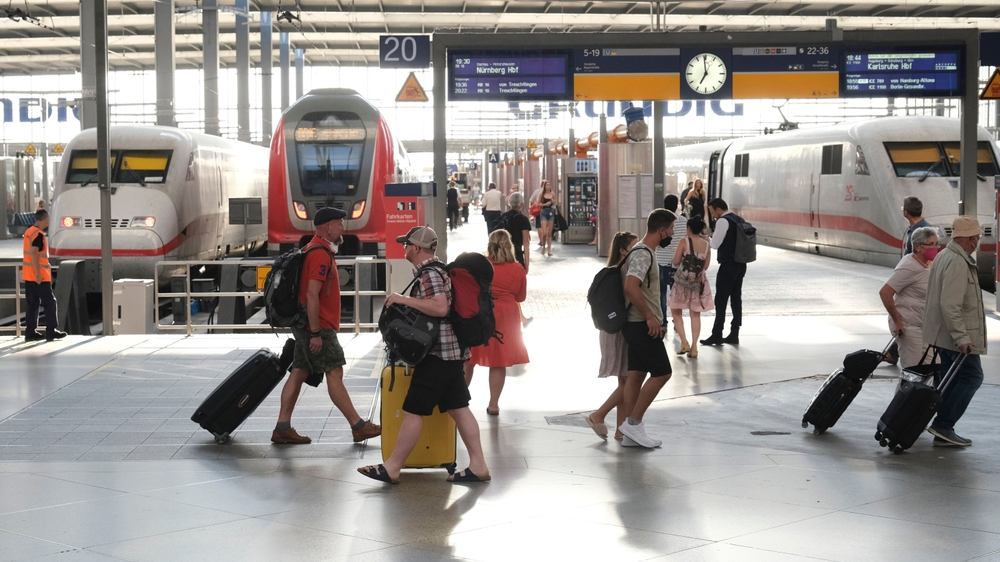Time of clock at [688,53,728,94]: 6:58
